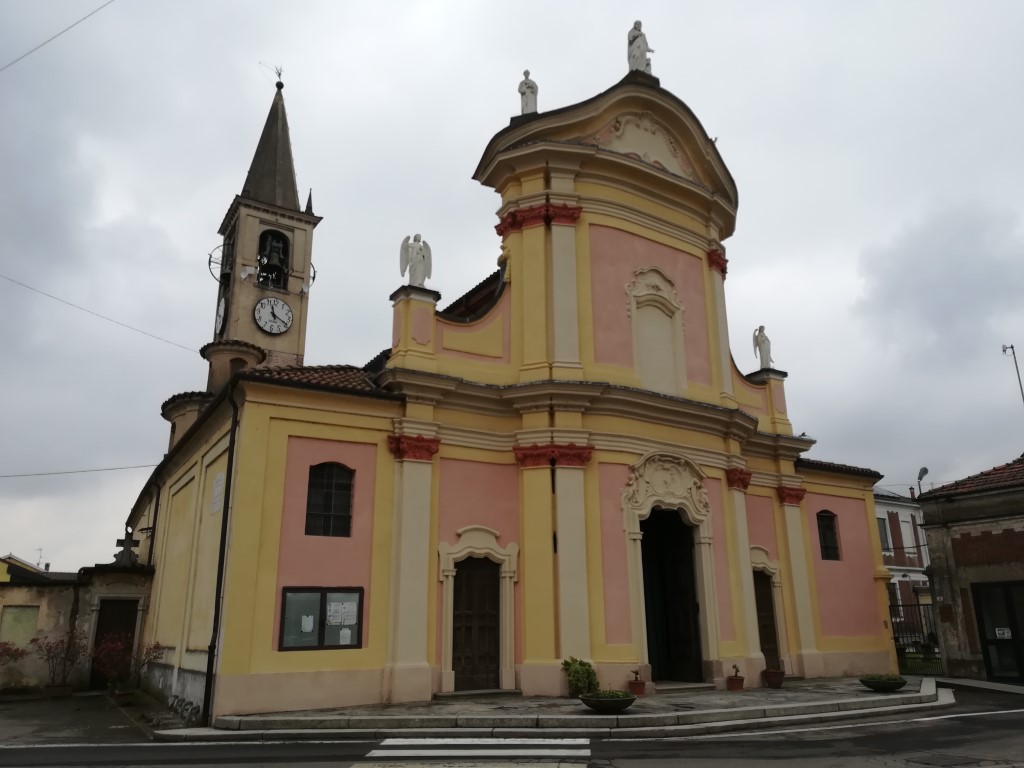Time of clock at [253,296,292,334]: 11:19
